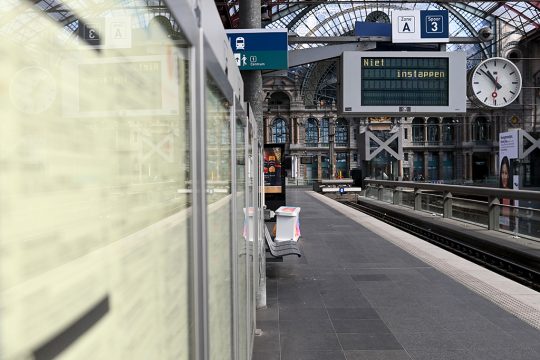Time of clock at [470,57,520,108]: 10:52
